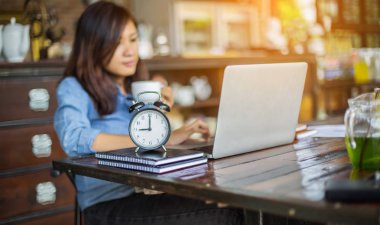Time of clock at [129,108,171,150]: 9:00
